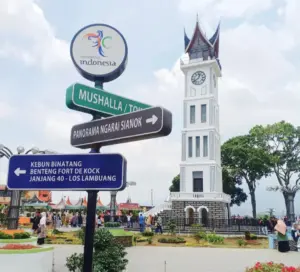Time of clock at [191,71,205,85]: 12:38
